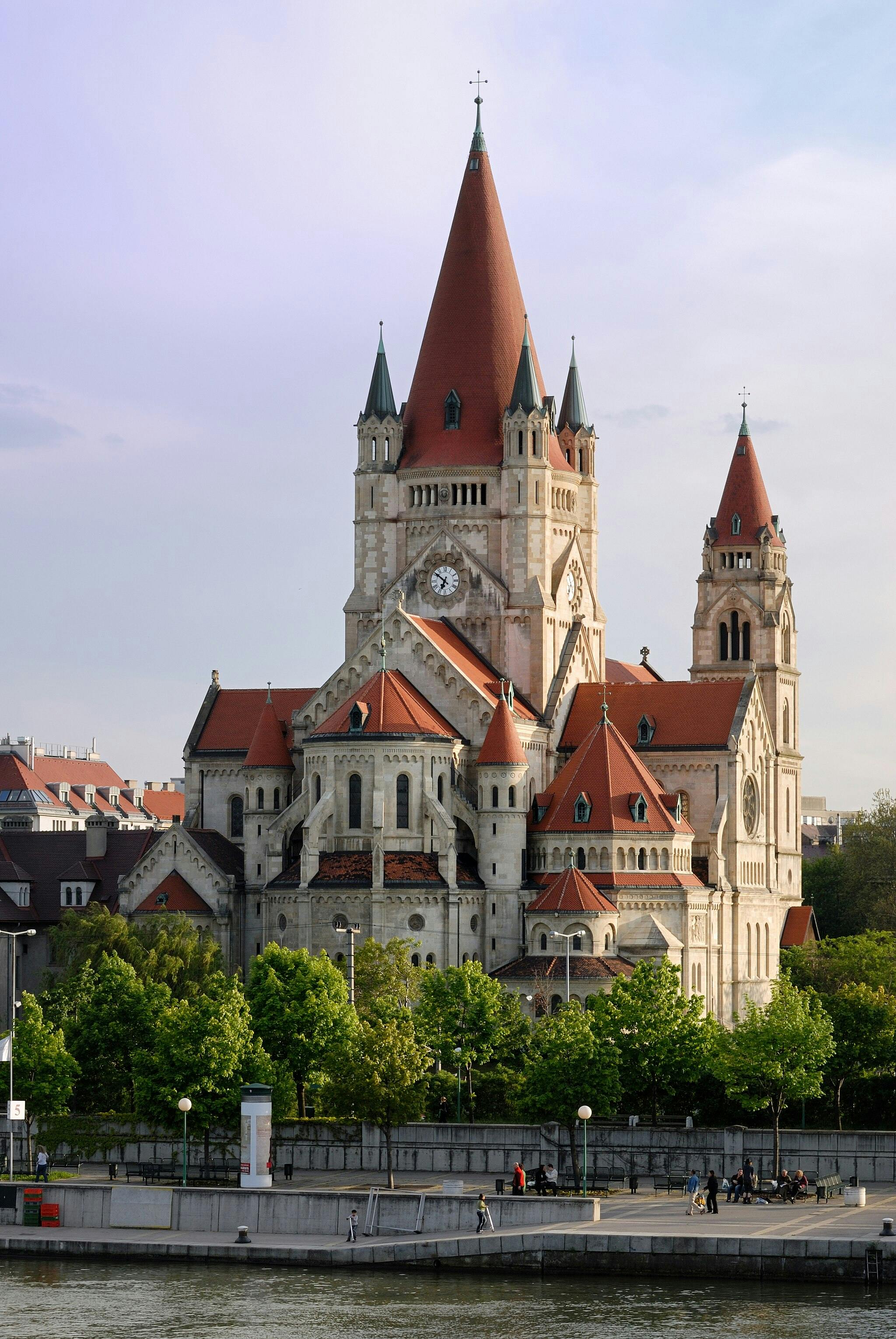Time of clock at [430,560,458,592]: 6:51
